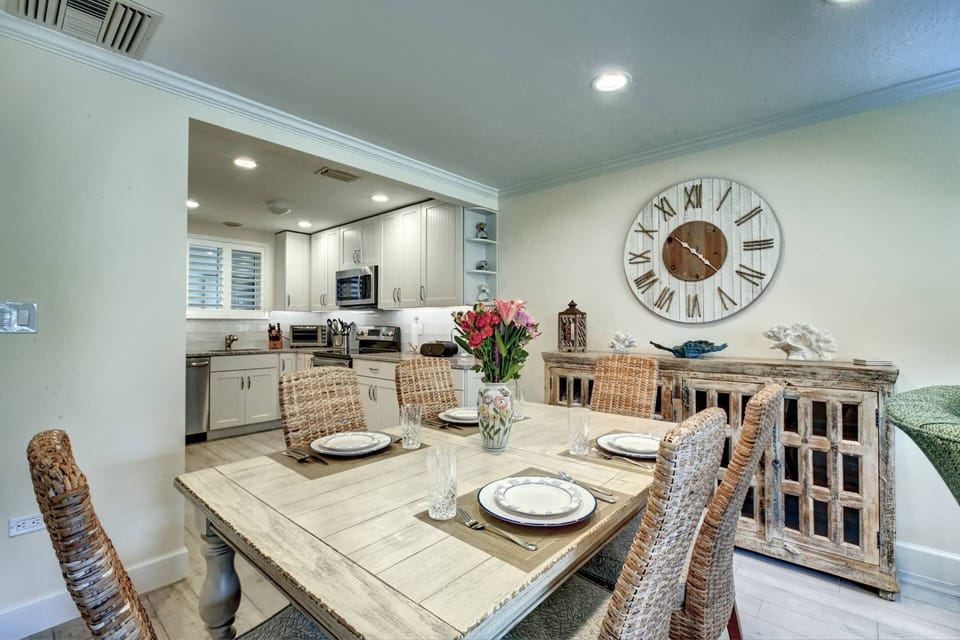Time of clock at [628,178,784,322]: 10:22
